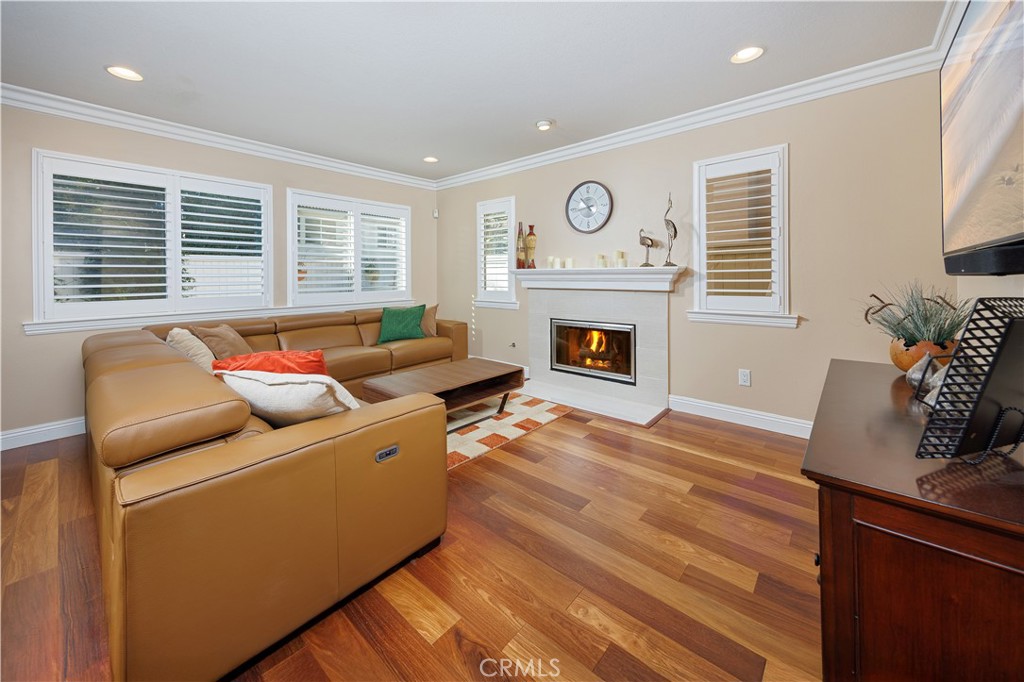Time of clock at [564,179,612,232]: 10:43
